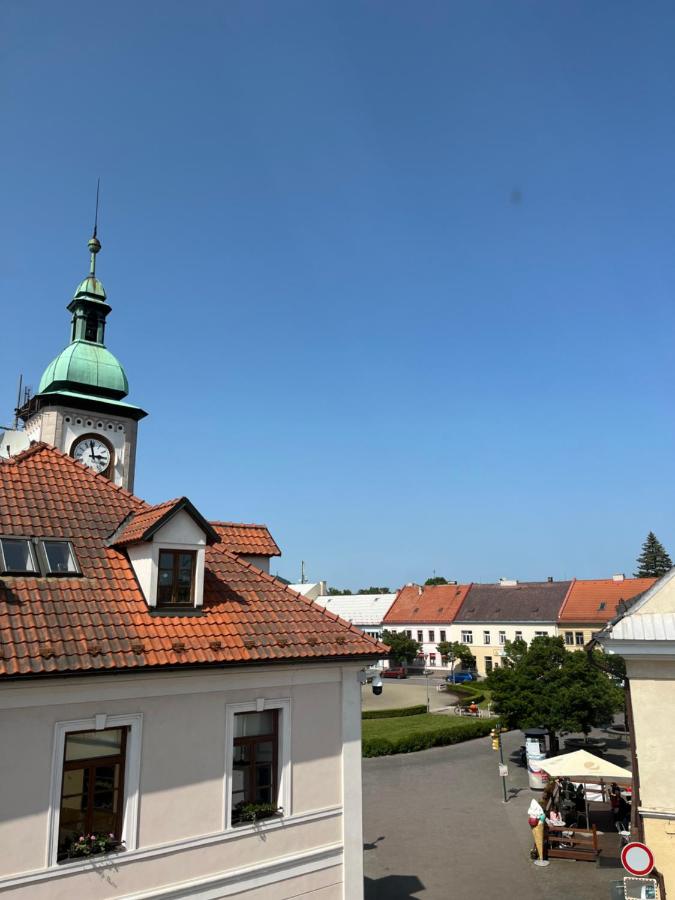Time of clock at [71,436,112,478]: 2:58
